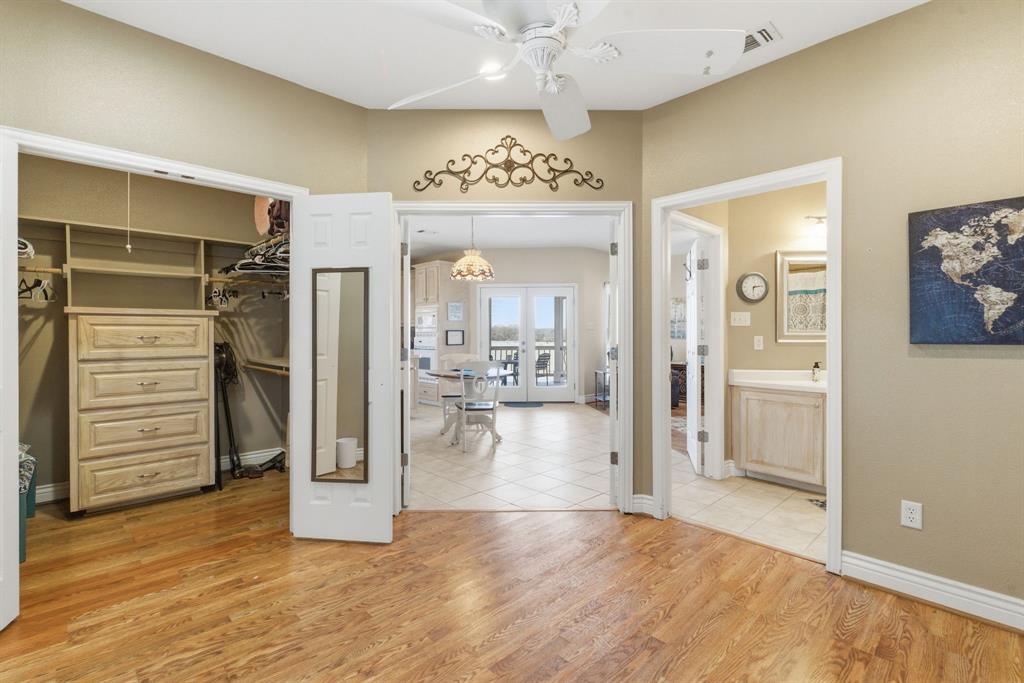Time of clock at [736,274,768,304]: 6:13
